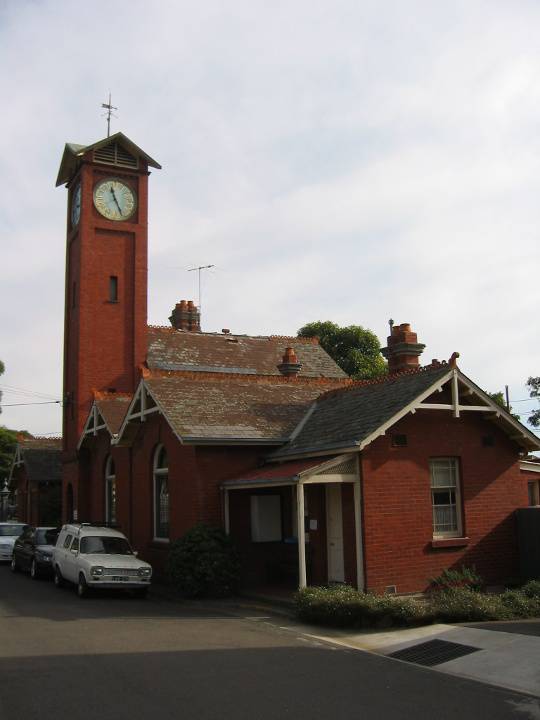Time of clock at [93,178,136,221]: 11:26
